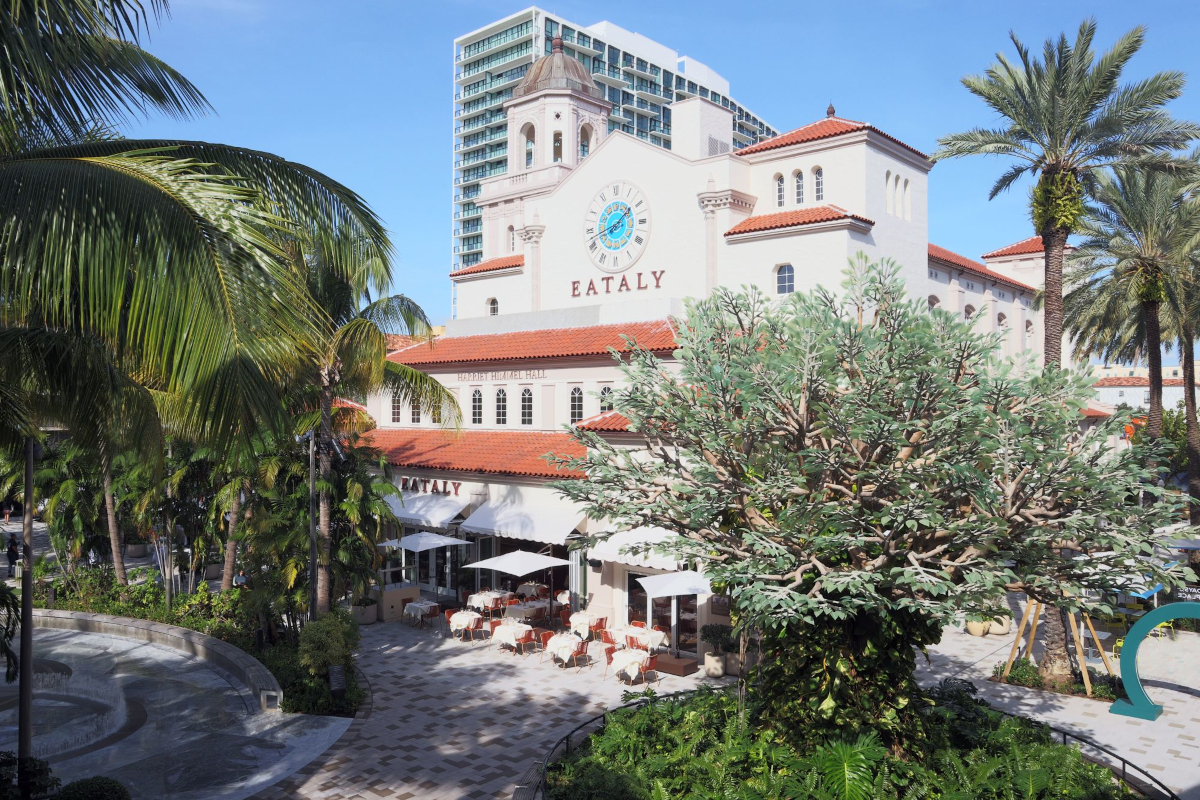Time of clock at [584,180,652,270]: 8:09
